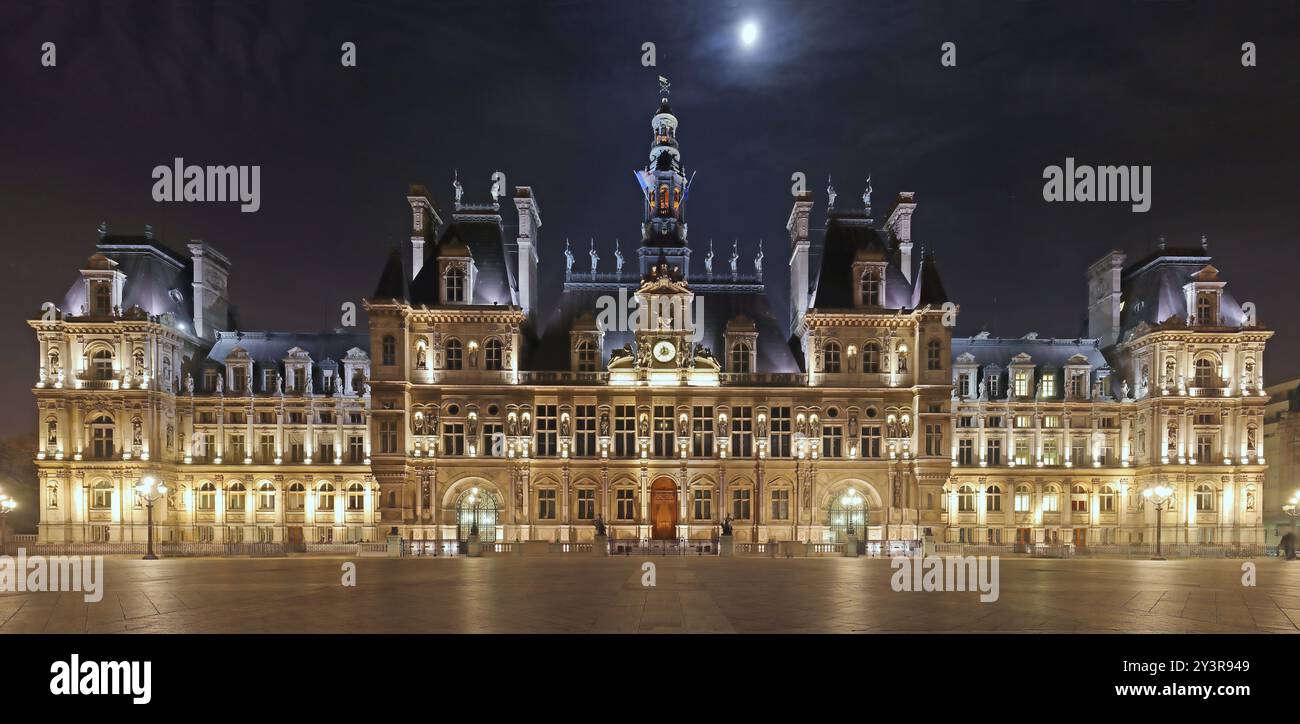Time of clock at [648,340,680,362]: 11:37
